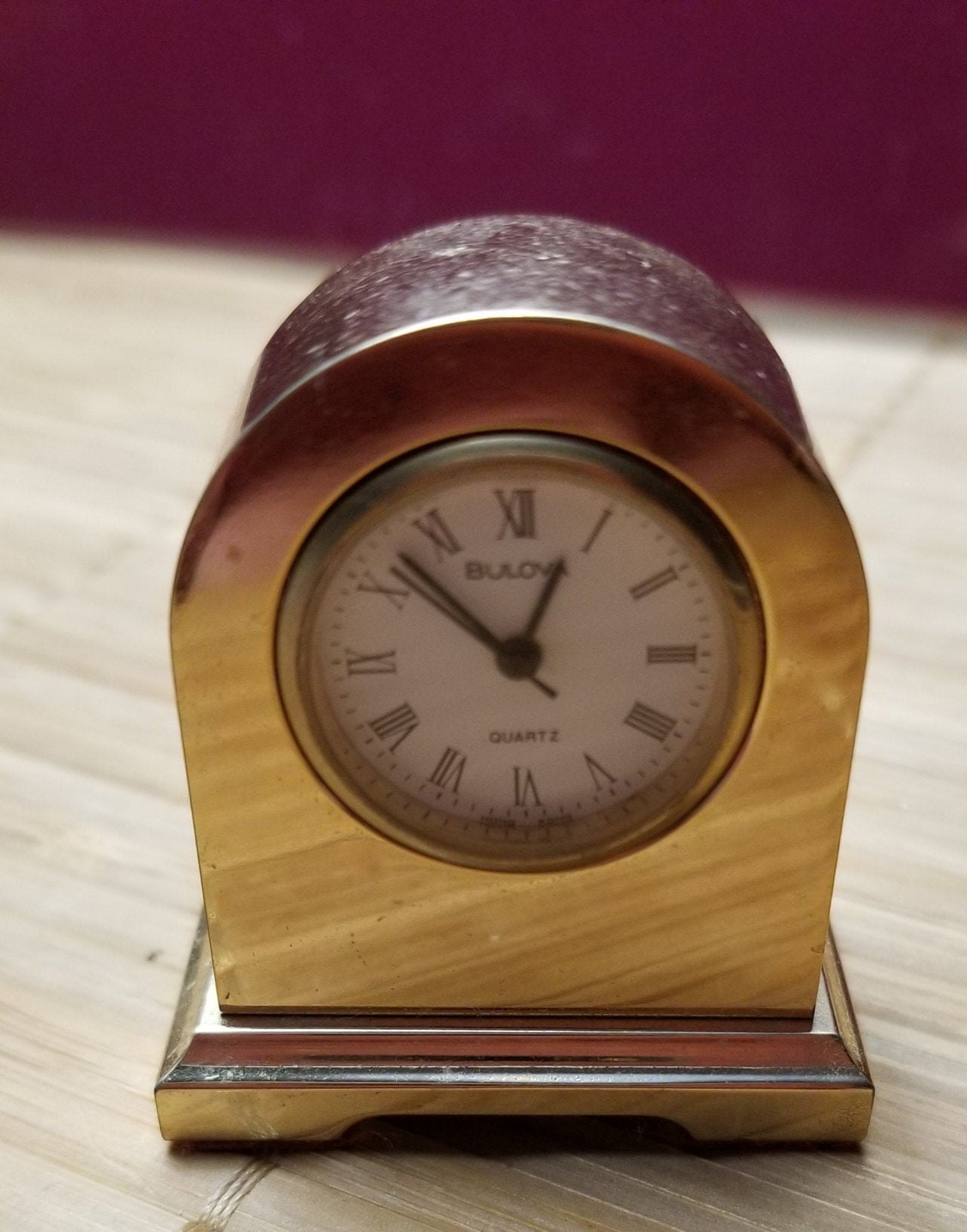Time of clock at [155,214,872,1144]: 12:52
